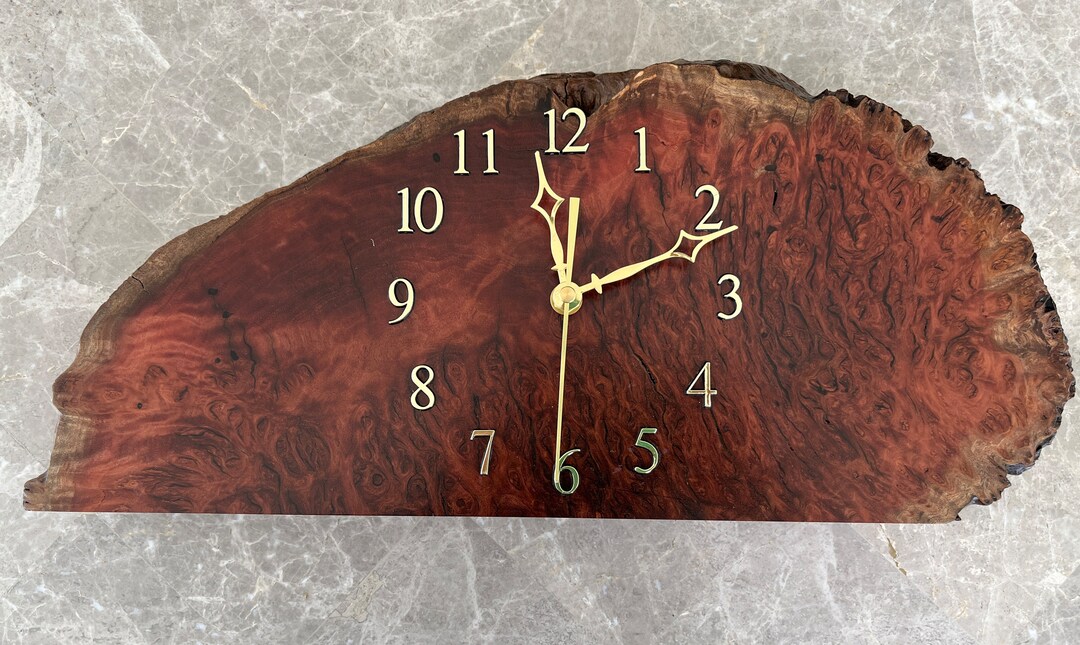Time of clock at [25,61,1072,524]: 12:11
